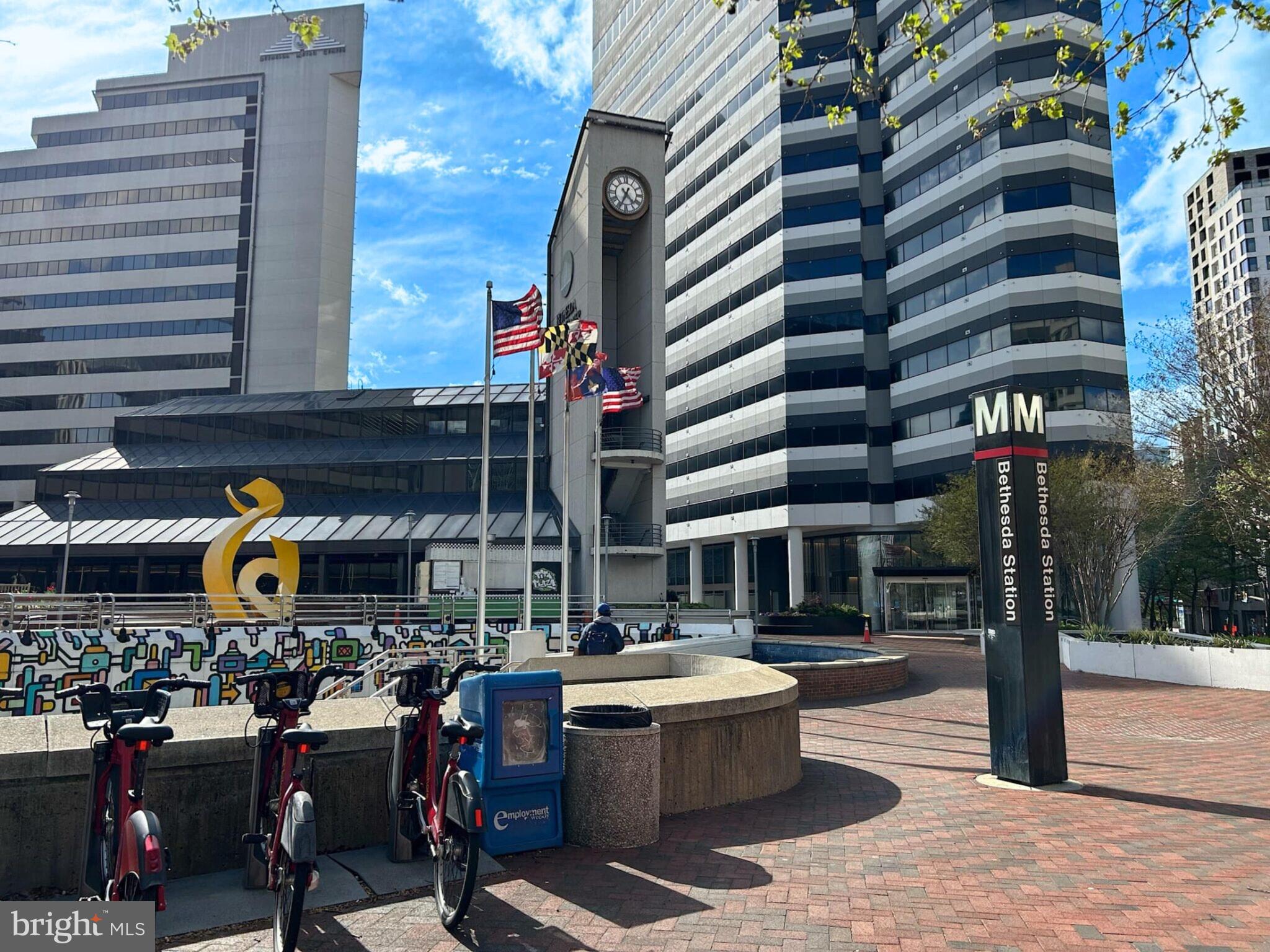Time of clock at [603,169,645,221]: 4:34
